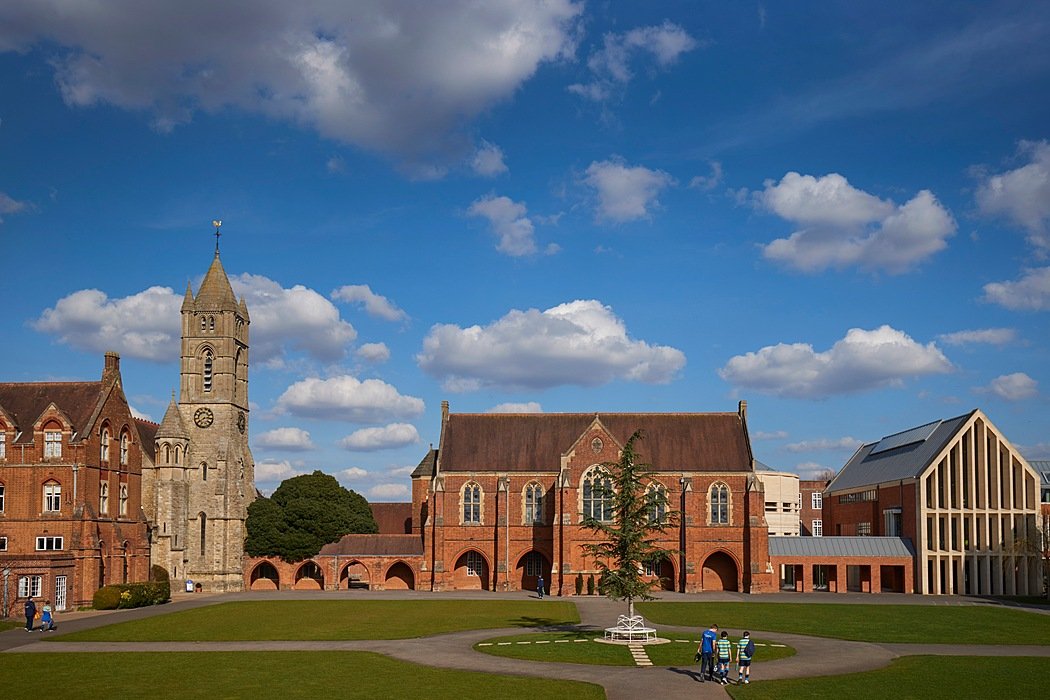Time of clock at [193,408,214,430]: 2:39
